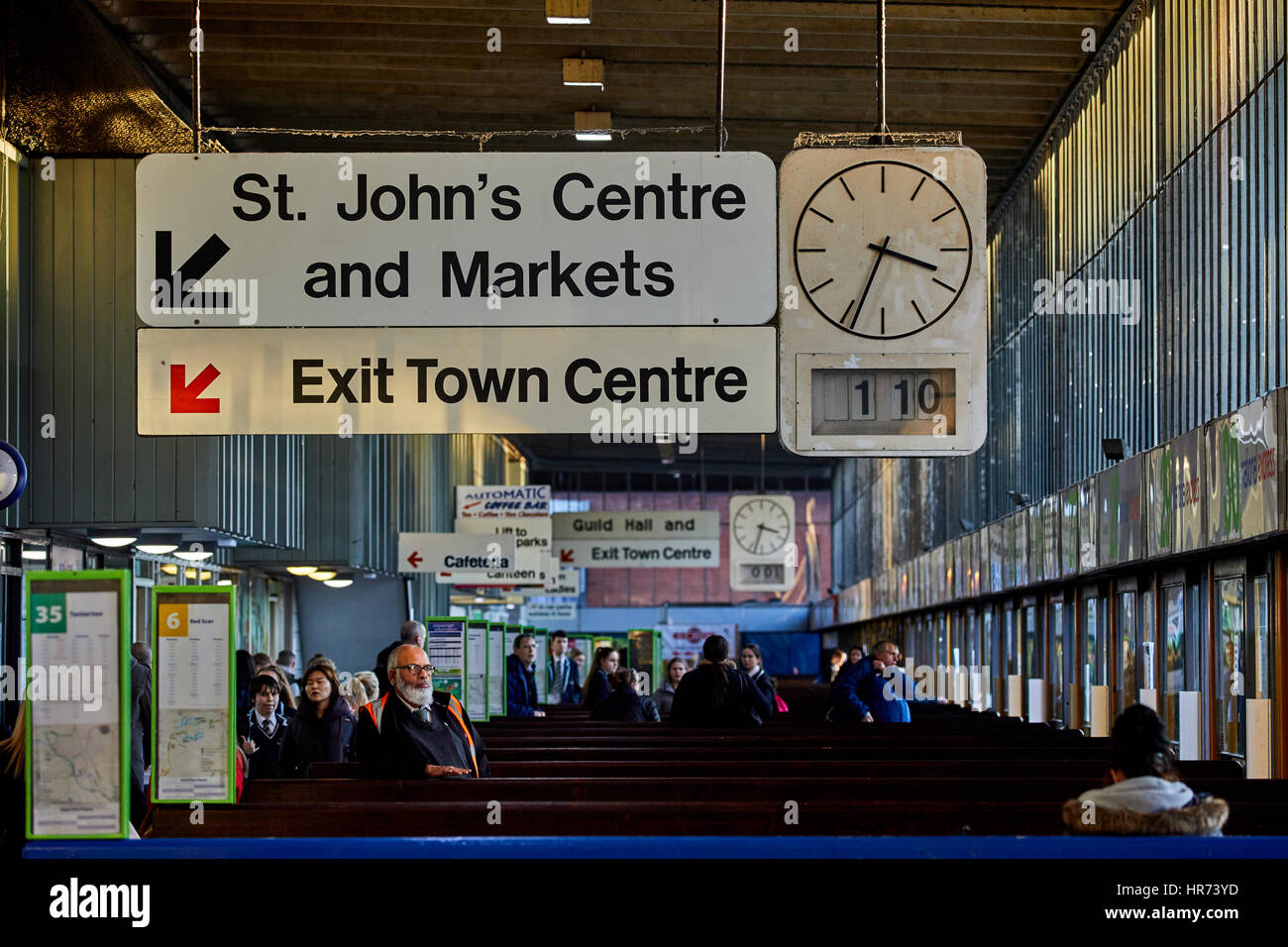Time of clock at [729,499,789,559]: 3:32
